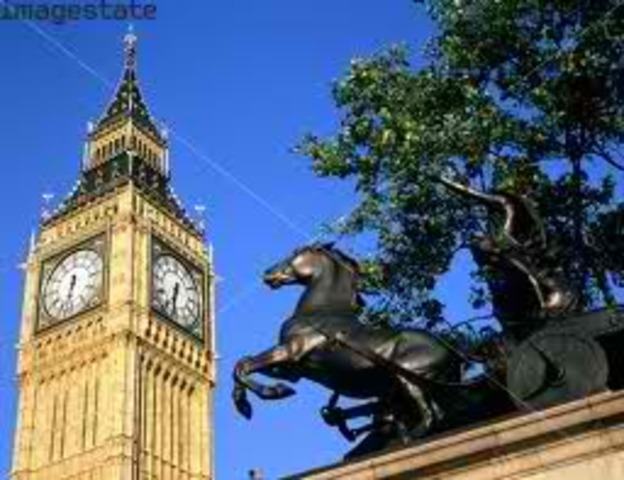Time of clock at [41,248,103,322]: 6:32
